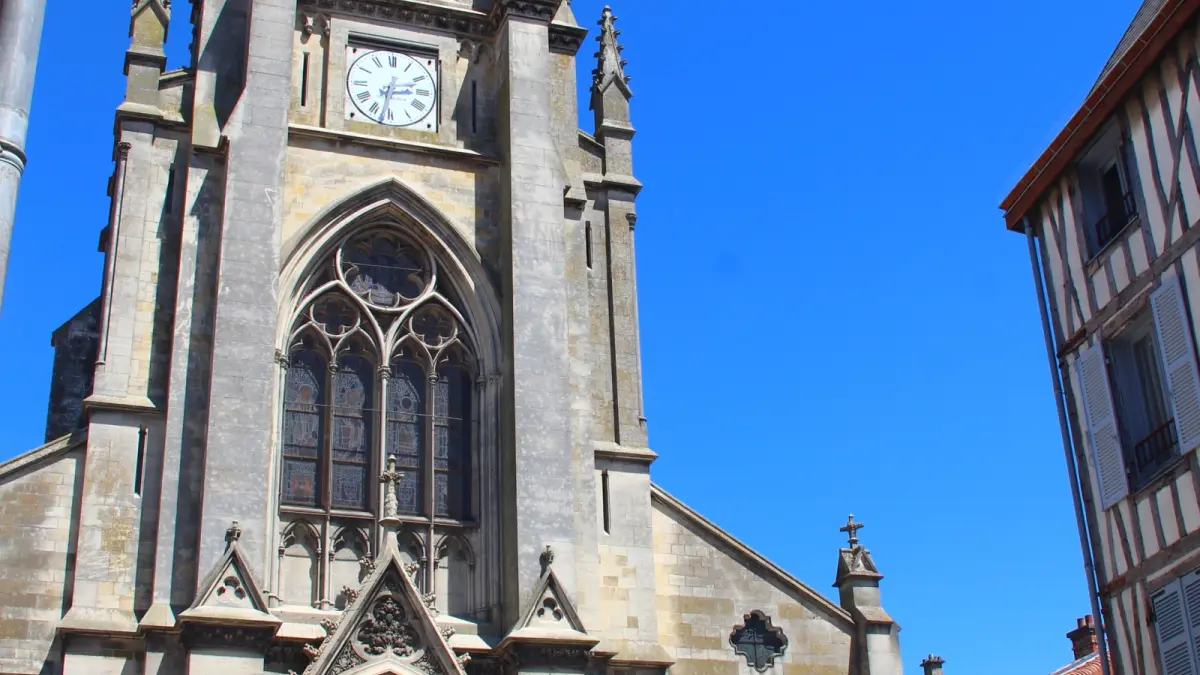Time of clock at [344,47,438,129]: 2:32
